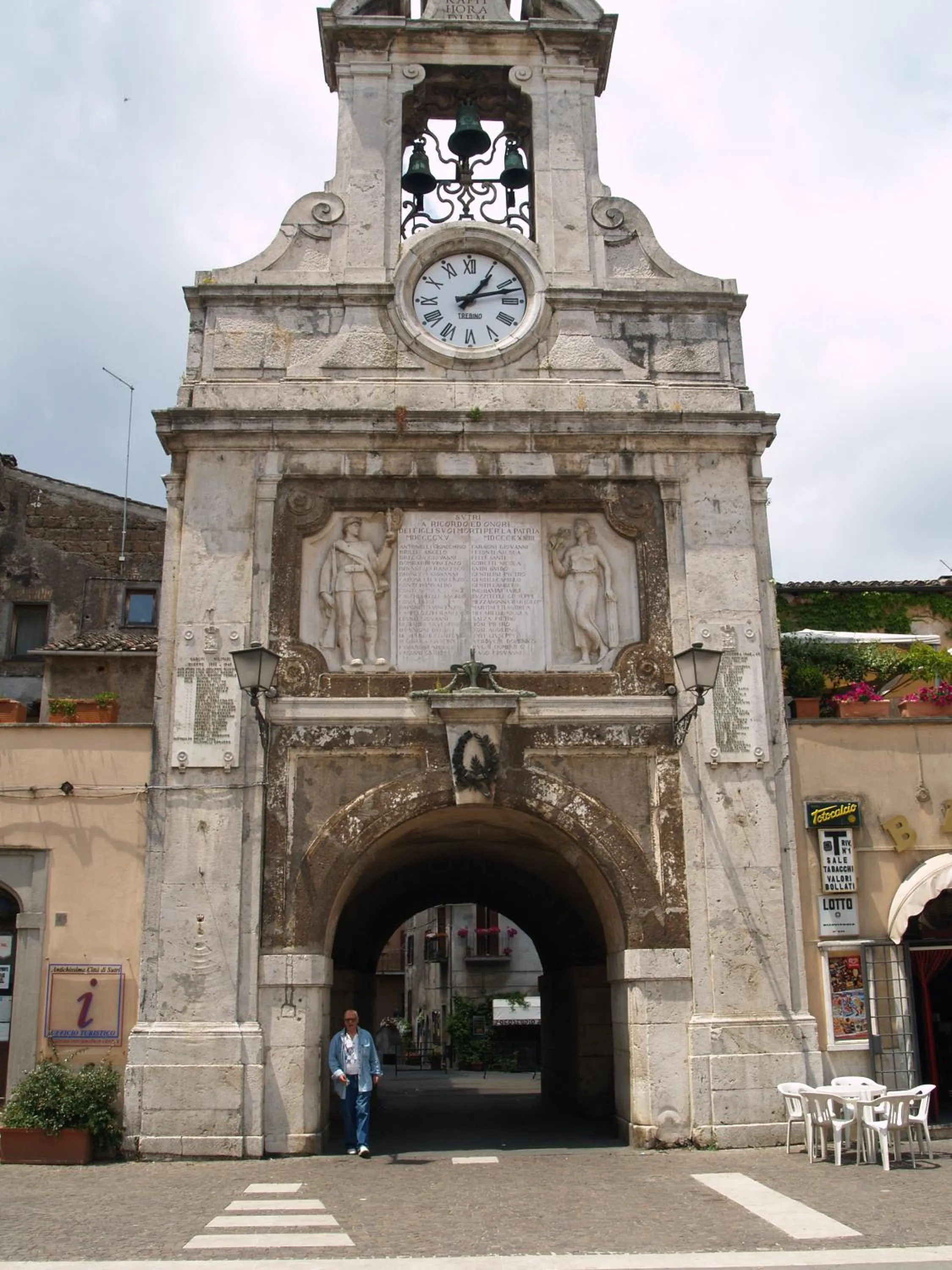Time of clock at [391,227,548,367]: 1:12
